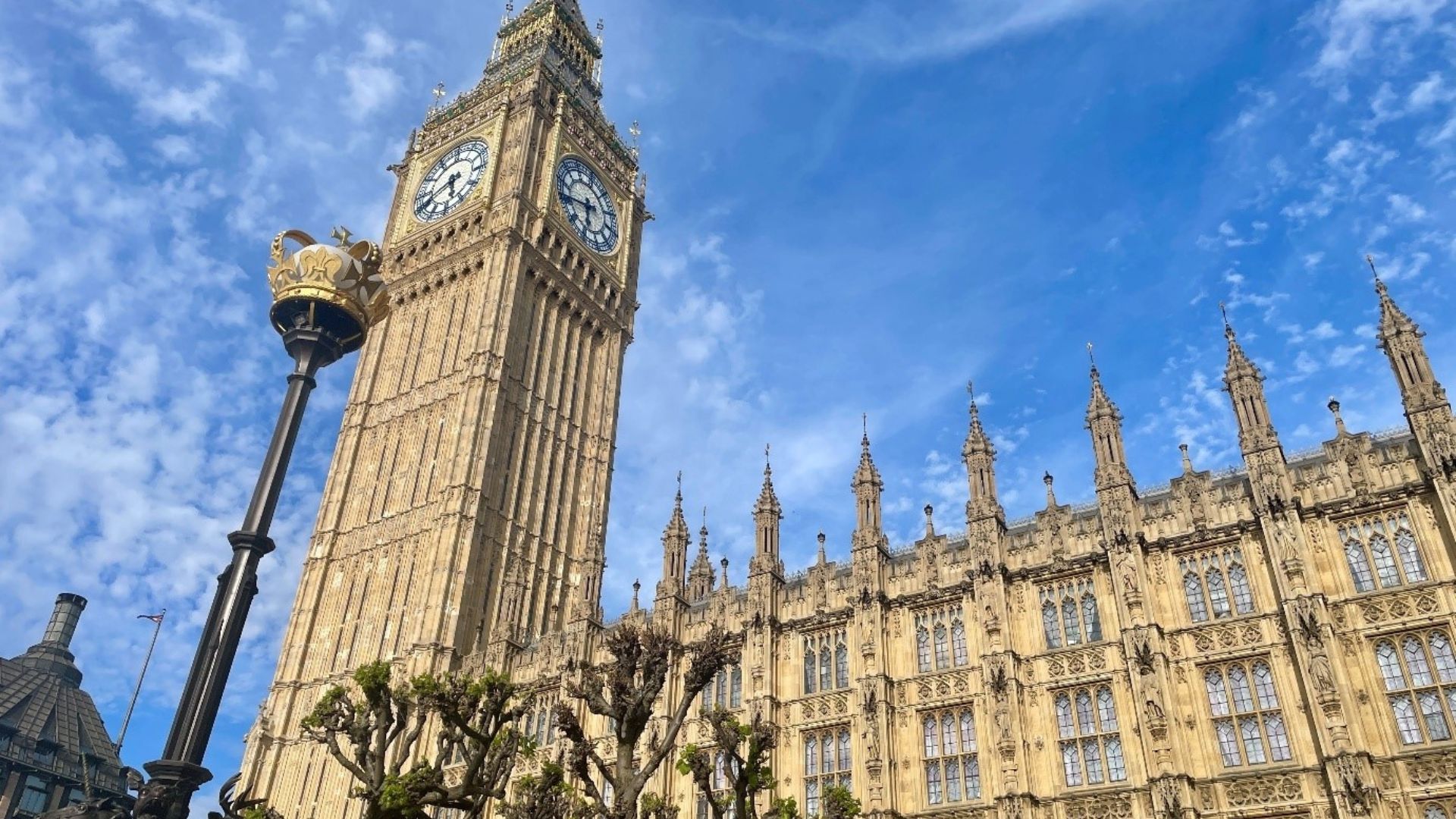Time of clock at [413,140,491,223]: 5:40
